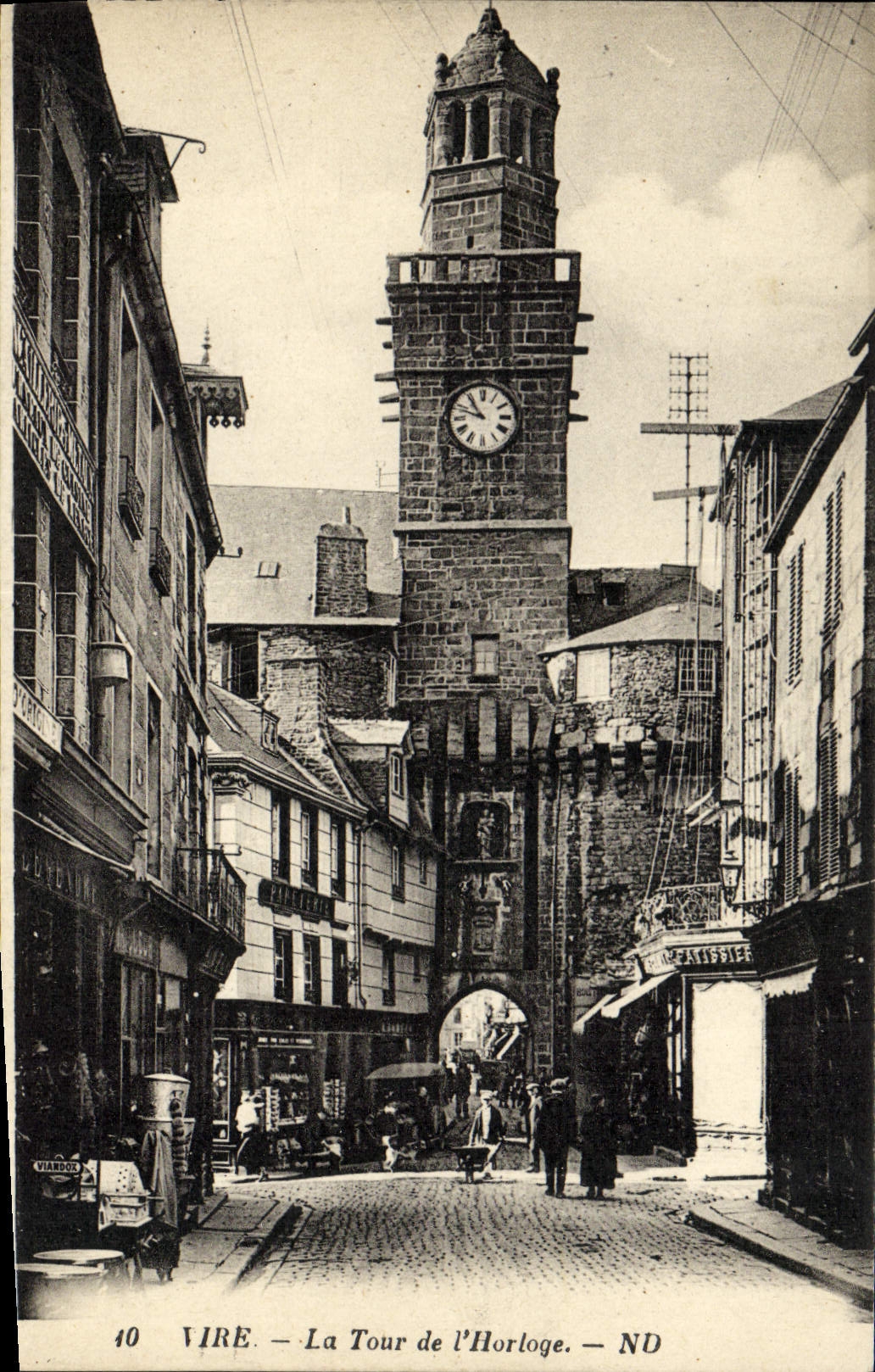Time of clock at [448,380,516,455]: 10:48
